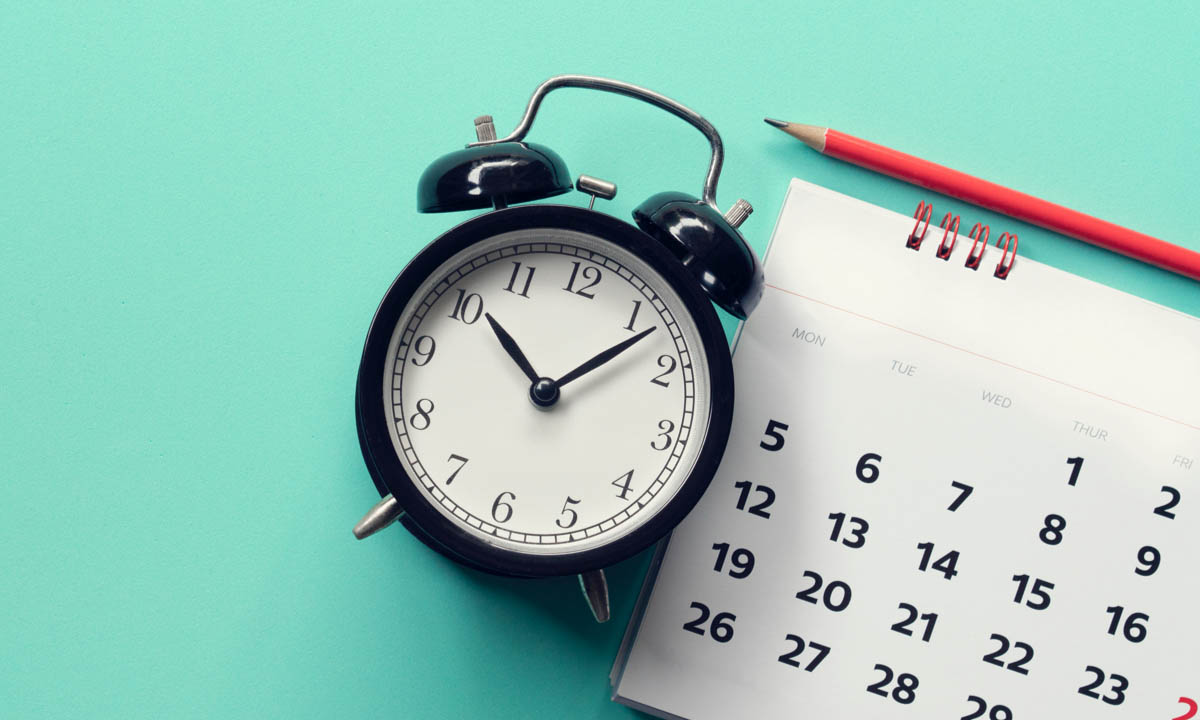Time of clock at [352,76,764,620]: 10:07
